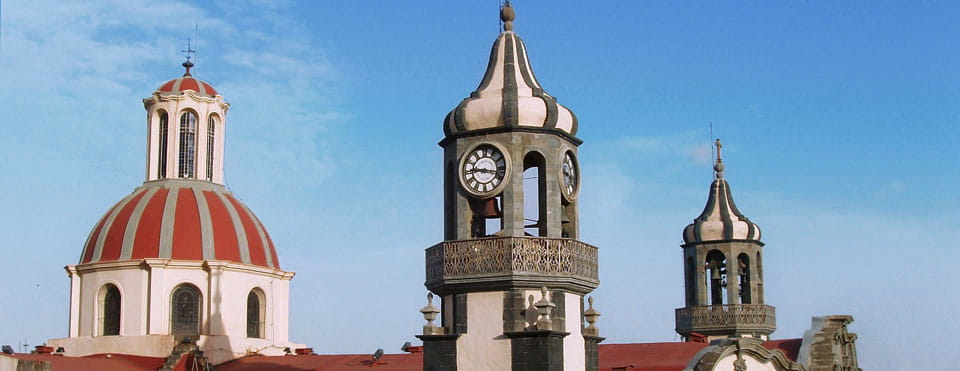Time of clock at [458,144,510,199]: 9:17
